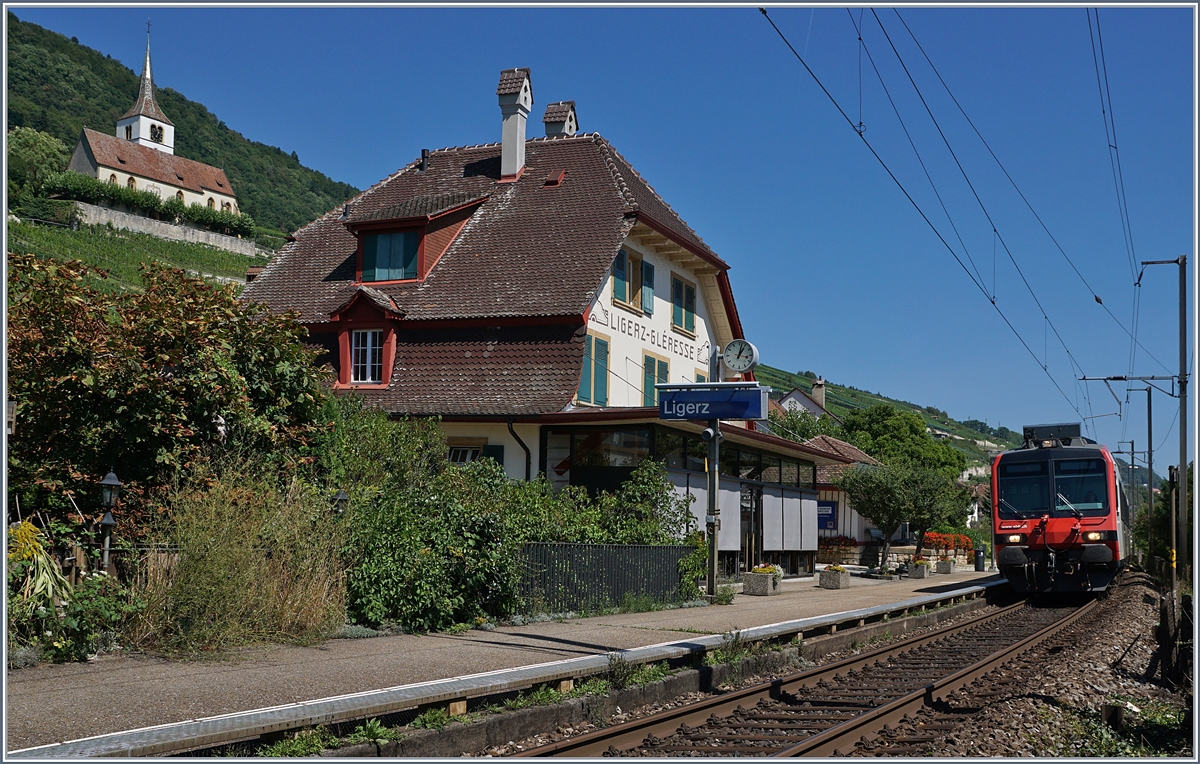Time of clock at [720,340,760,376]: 1:02
